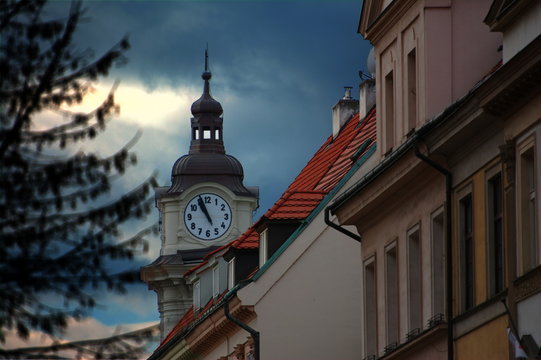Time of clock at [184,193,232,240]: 10:56
